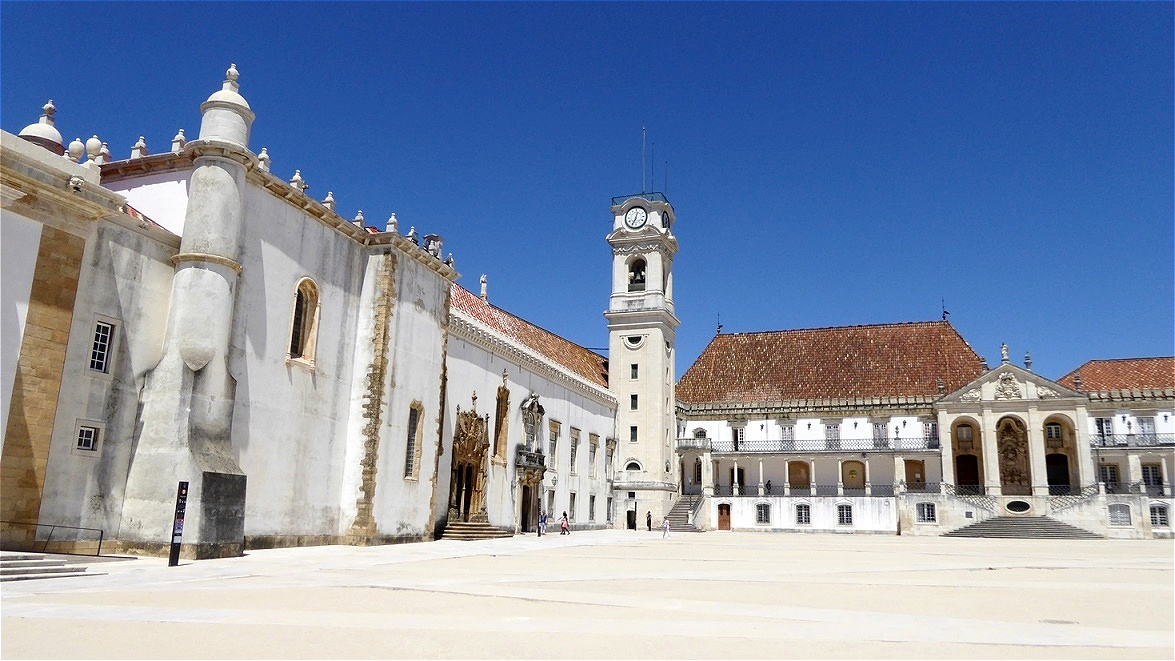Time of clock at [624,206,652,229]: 12:34
